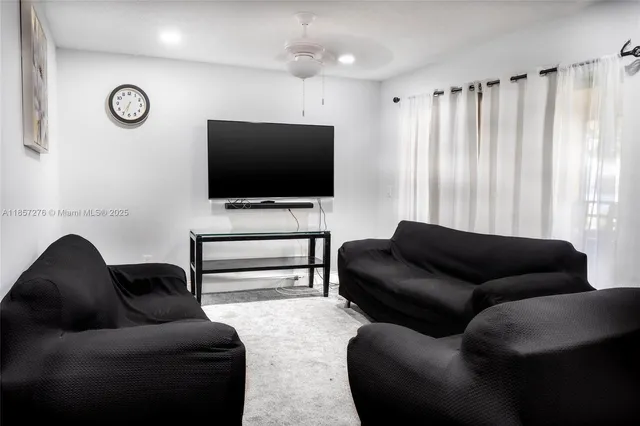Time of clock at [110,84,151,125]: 6:34
